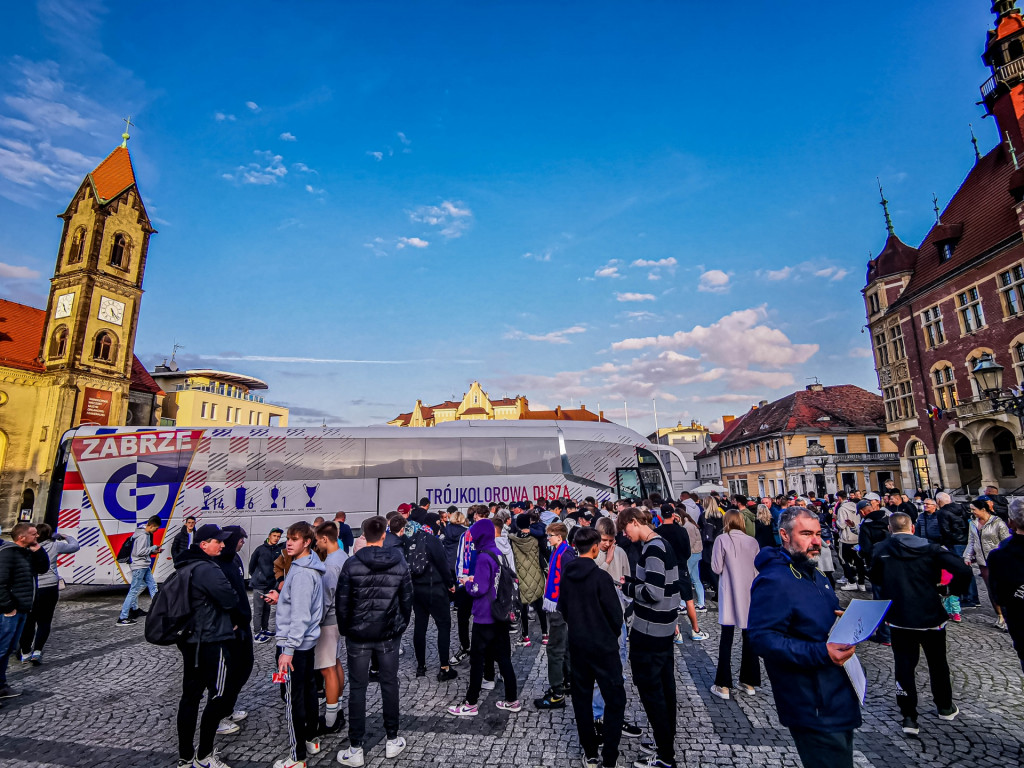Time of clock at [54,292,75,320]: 5:24
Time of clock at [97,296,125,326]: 5:22
